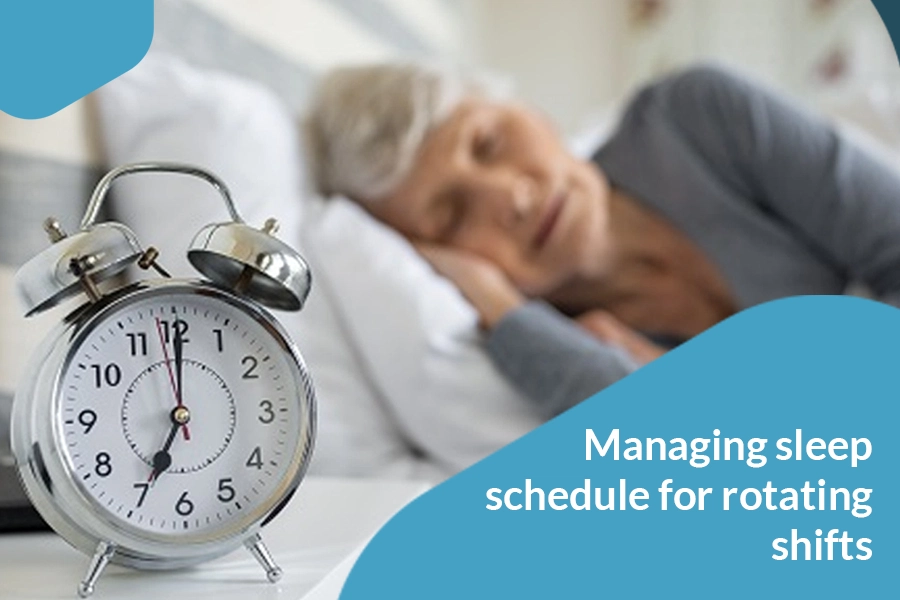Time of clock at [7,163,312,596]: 7:00
